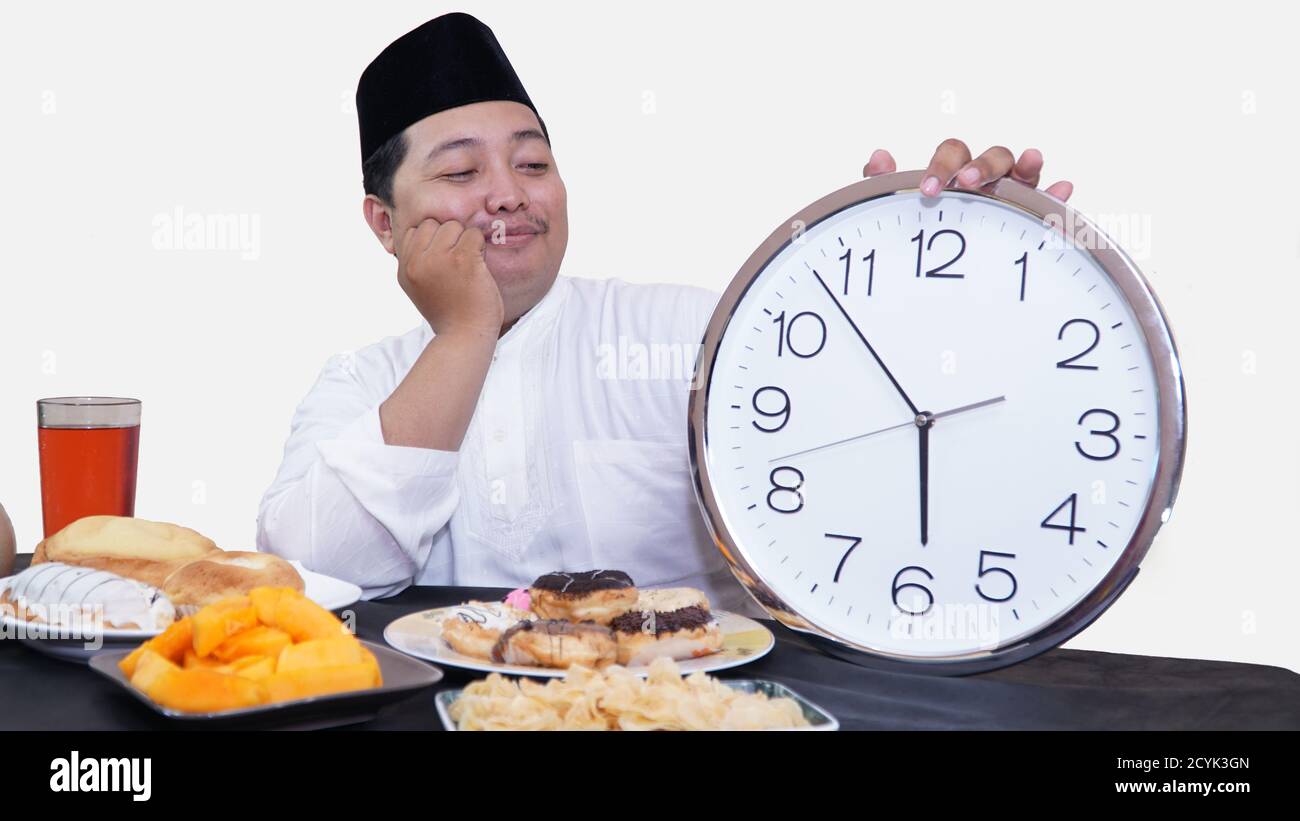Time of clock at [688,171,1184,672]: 5:53
